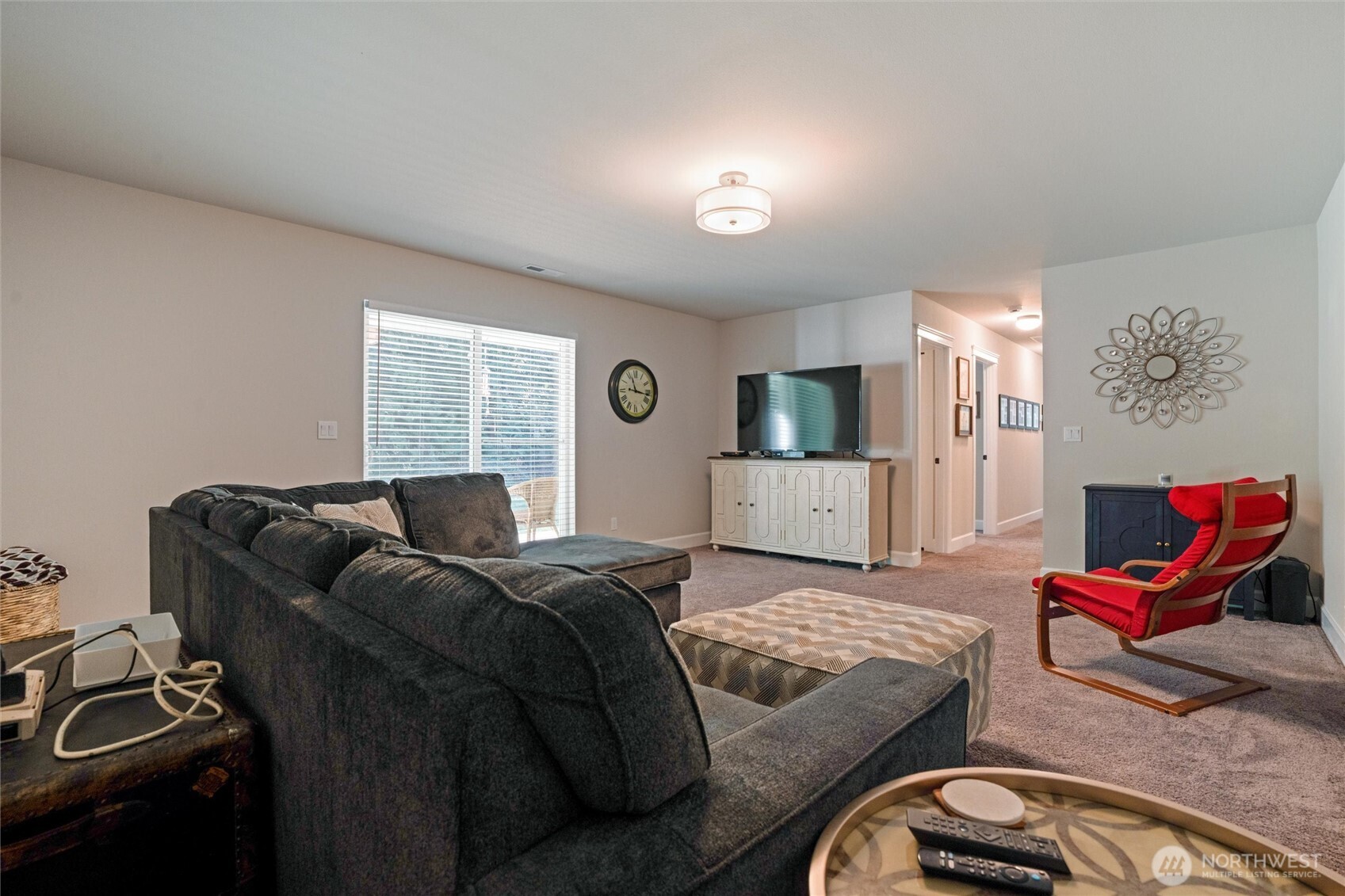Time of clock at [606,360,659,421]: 11:16
